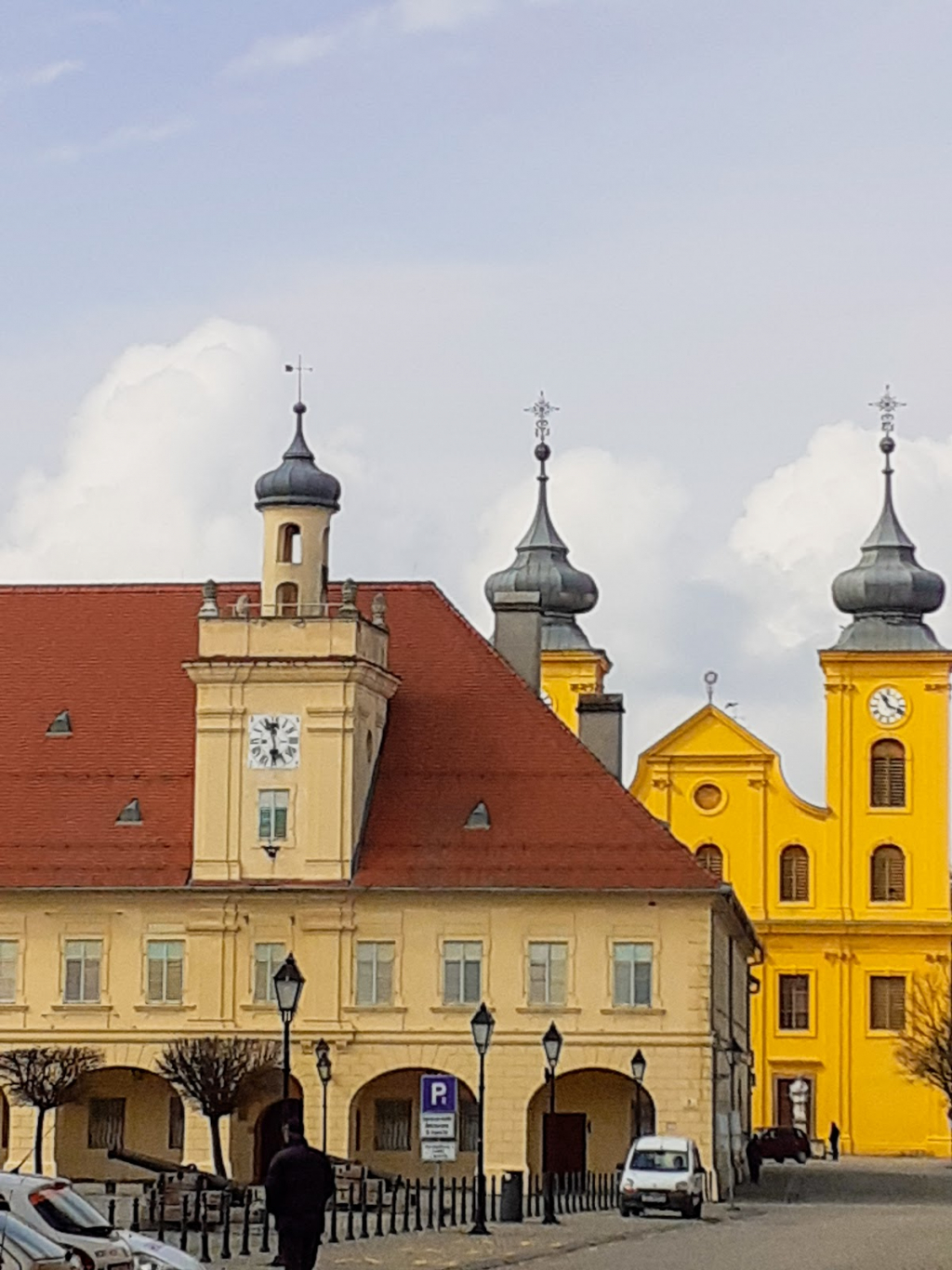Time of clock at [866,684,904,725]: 11:18
